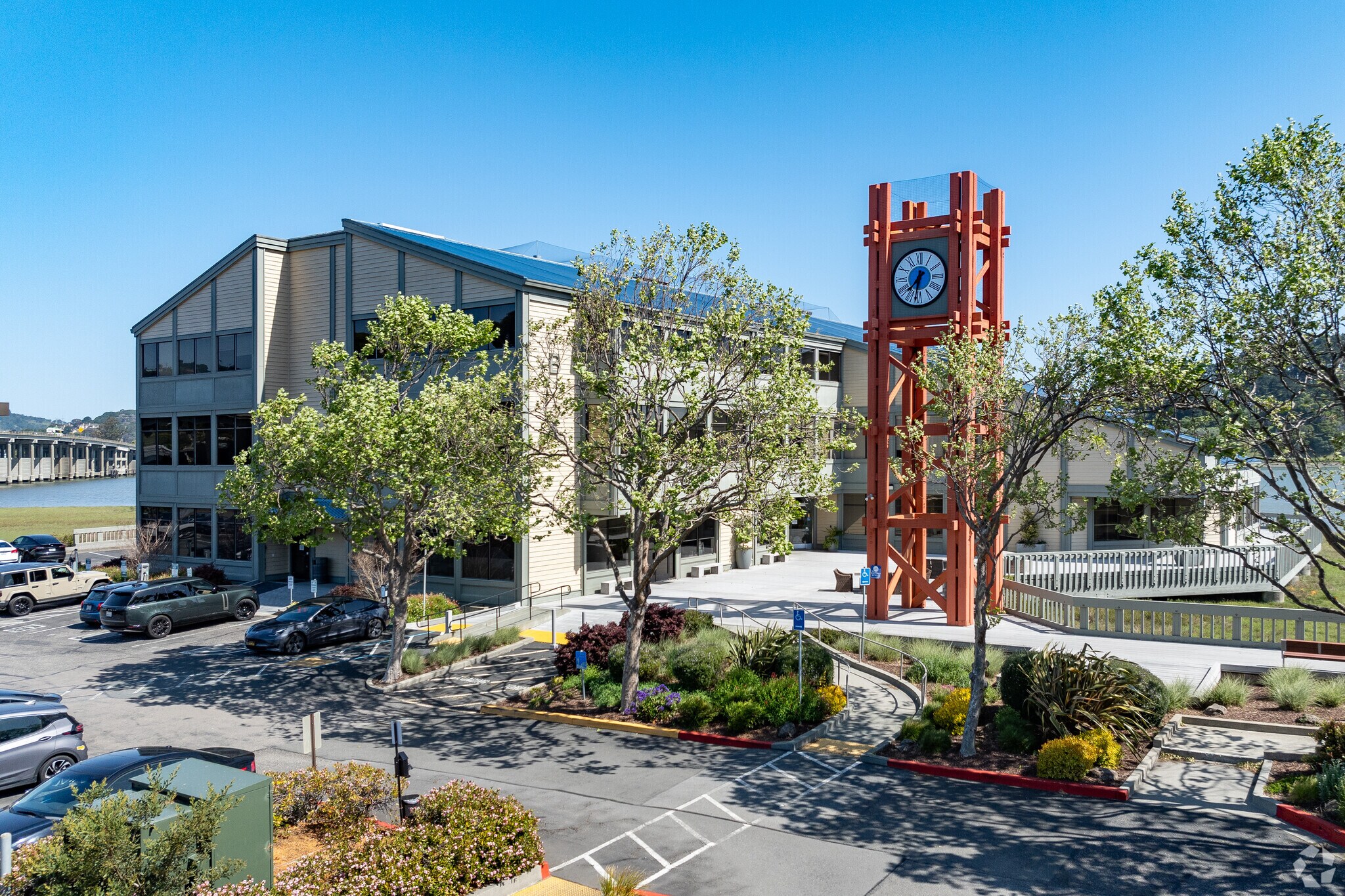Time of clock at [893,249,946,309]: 7:32
